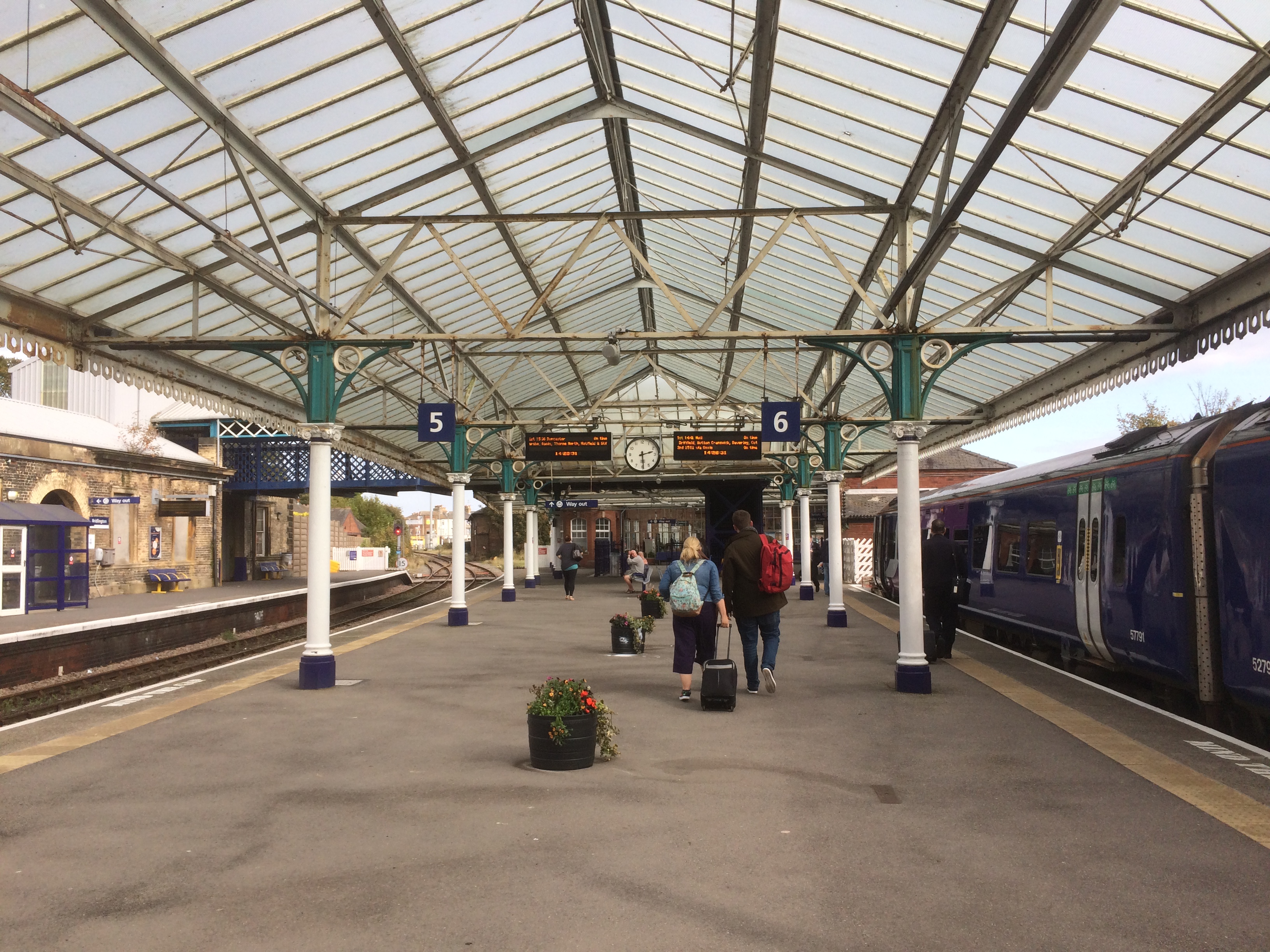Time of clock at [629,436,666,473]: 2:29
